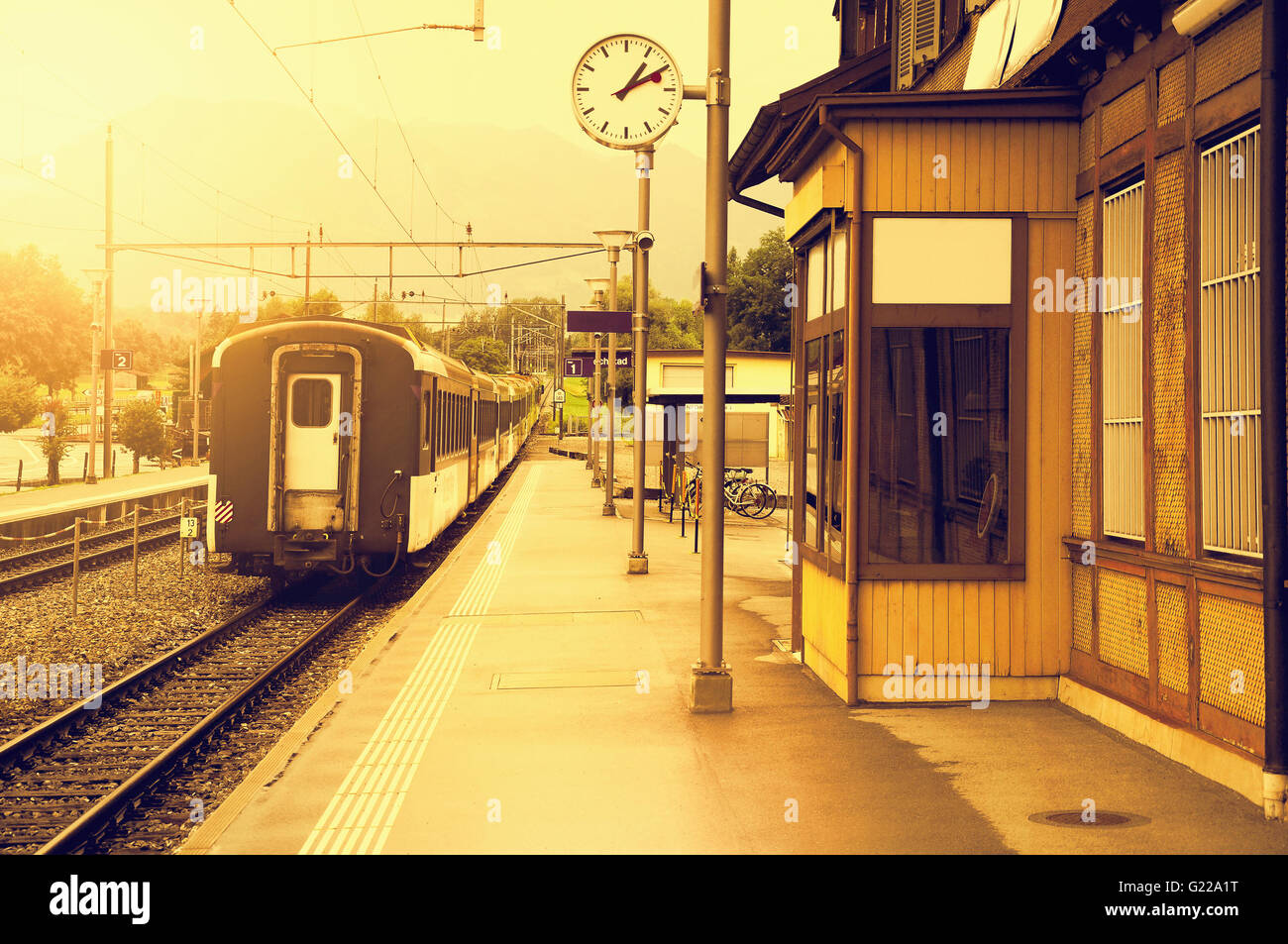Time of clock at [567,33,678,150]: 1:10
